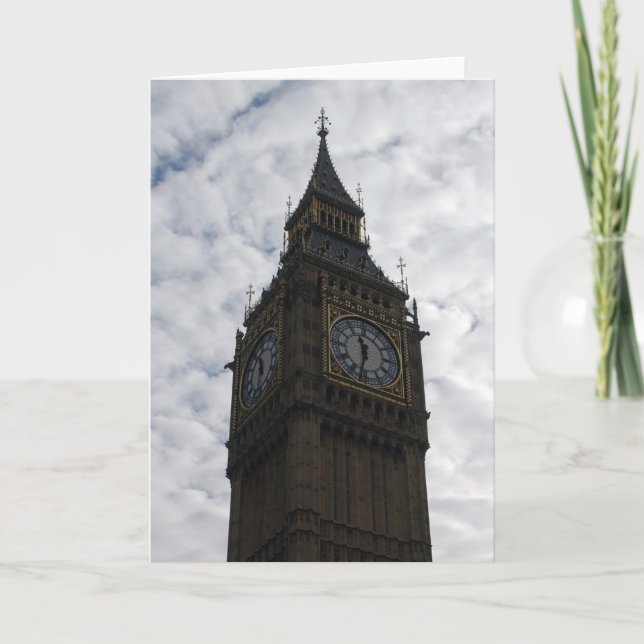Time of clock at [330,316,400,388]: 11:32
